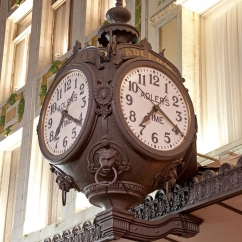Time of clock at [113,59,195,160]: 7:19
